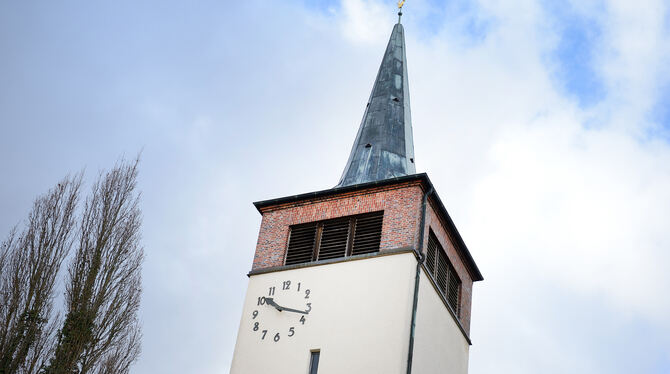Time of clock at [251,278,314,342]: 10:17
